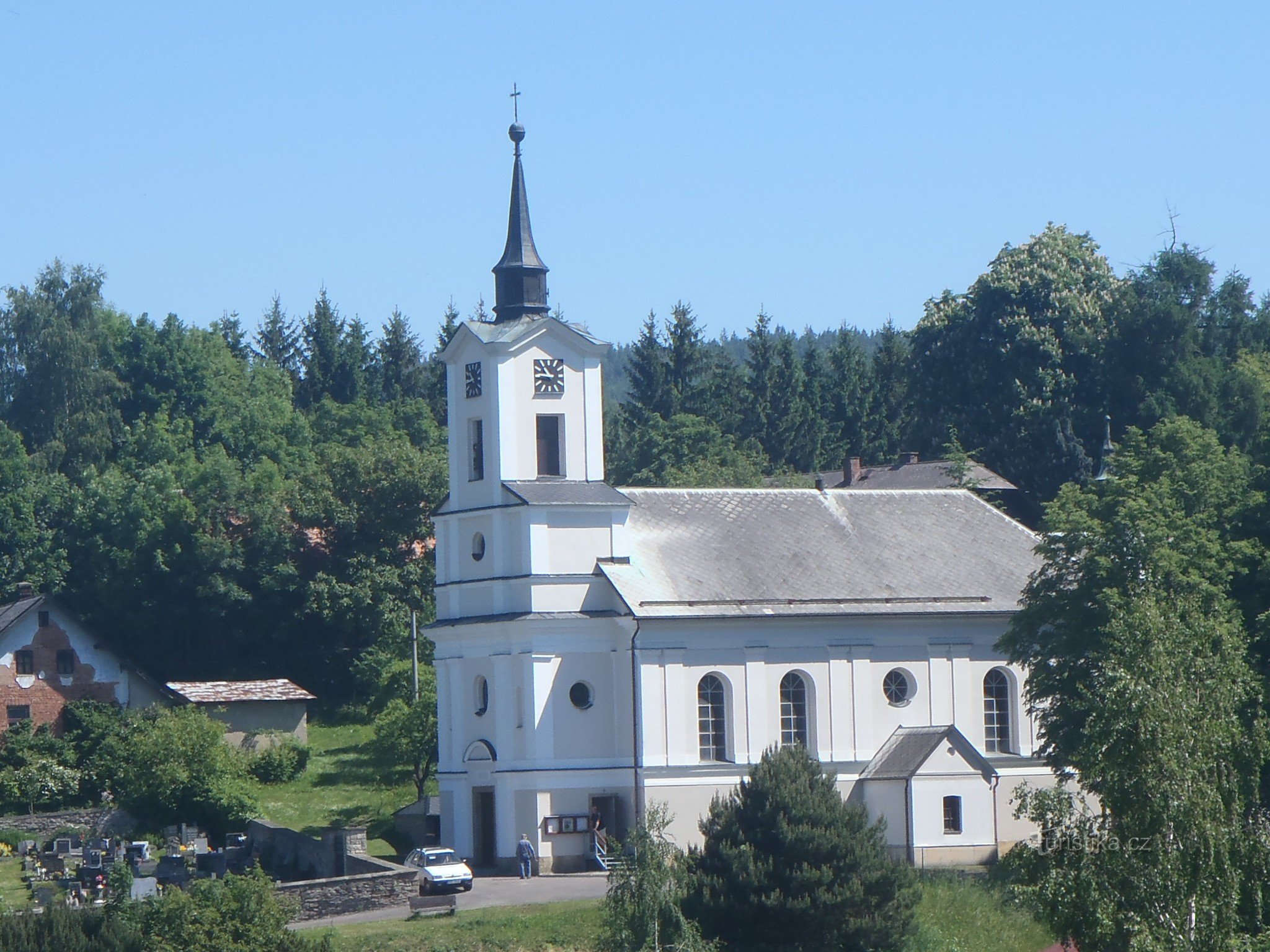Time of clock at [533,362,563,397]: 10:45
